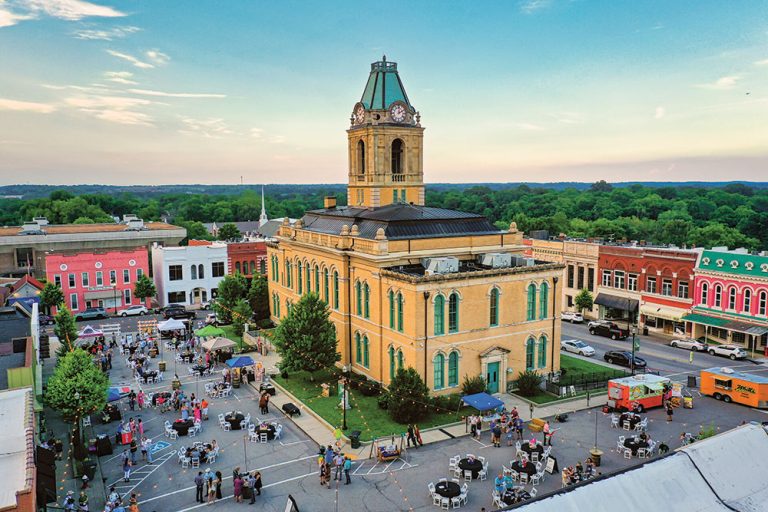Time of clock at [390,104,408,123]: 2:01
